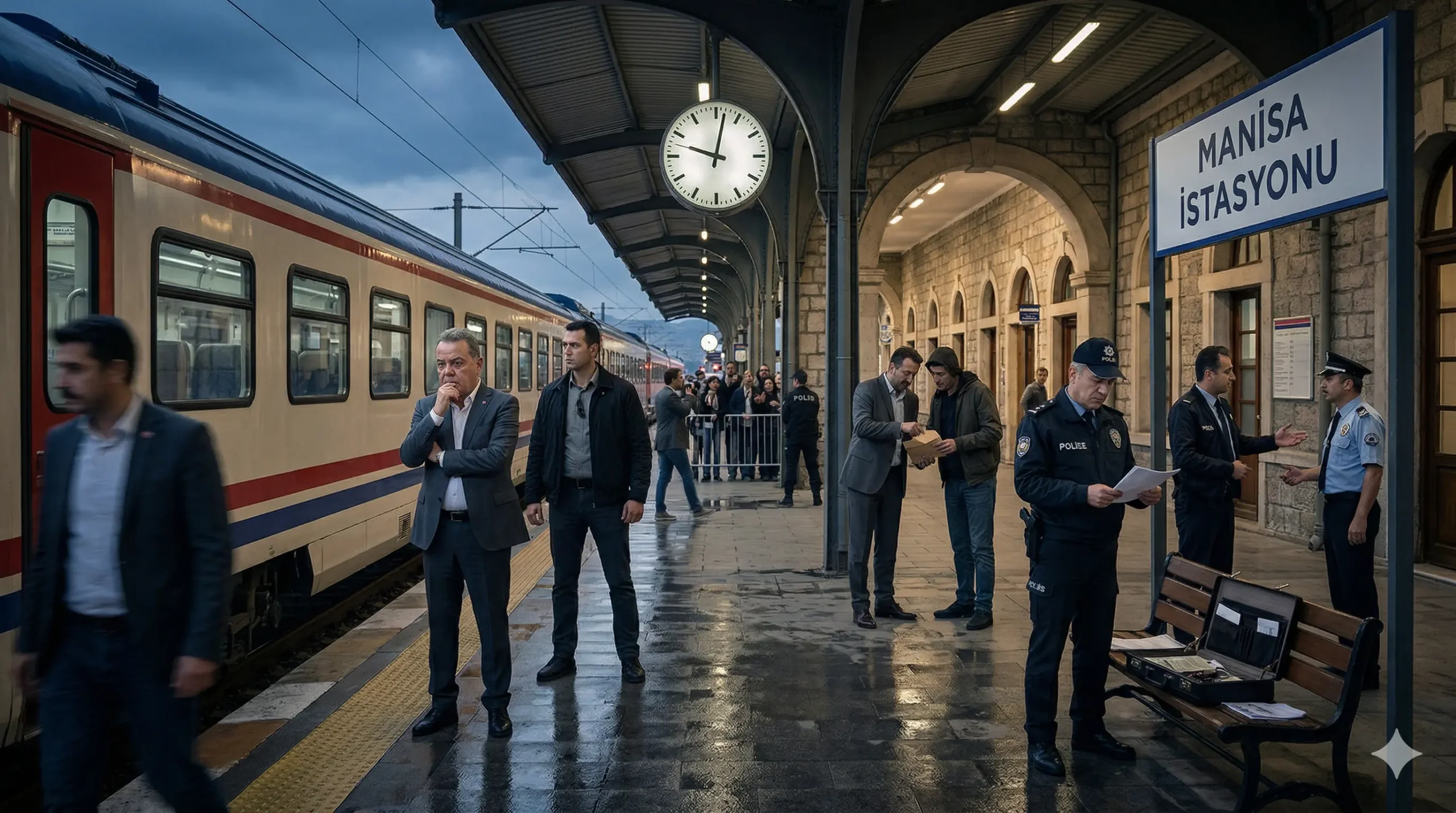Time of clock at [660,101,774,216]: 10:02
